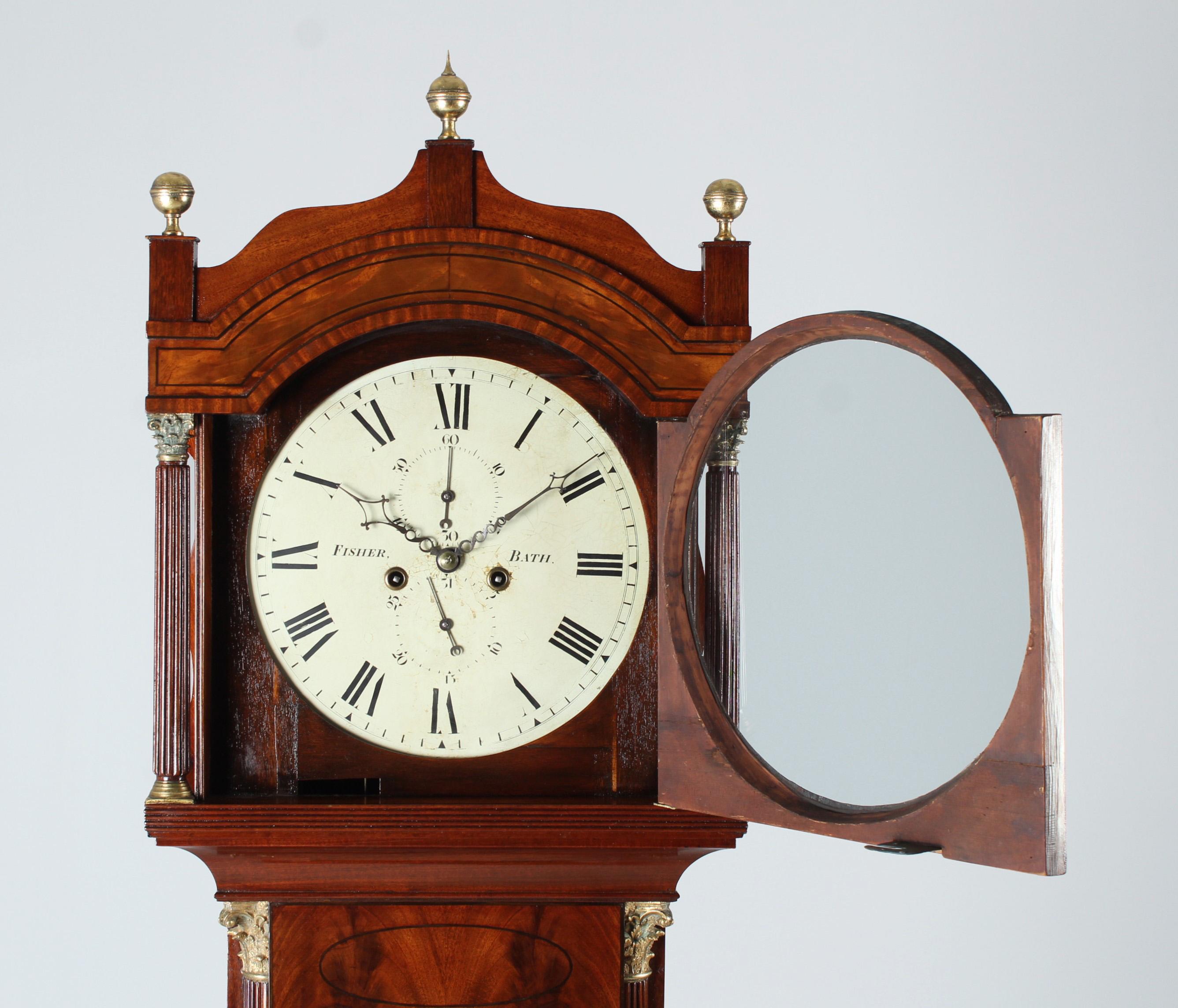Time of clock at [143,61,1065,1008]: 3:09
